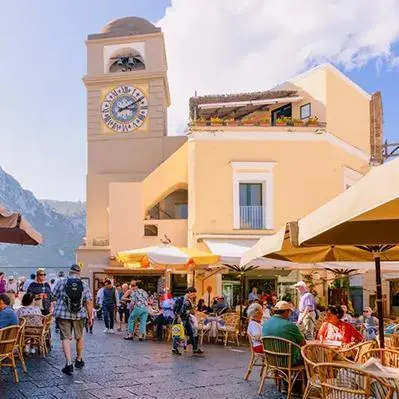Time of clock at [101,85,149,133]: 3:09
